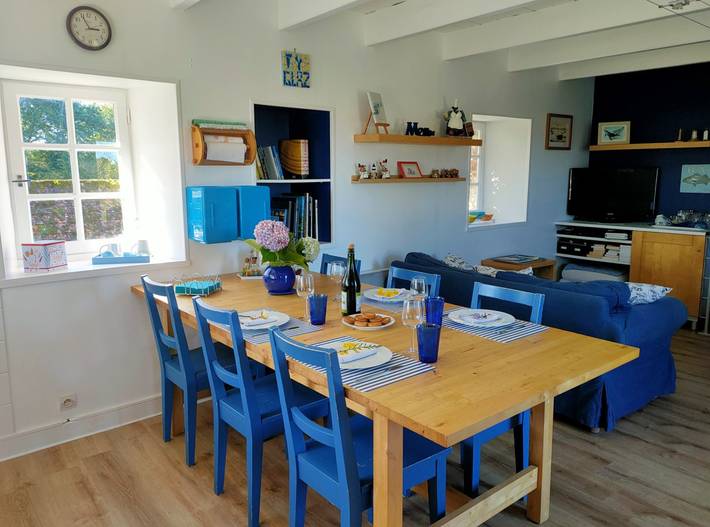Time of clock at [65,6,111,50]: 2:55
